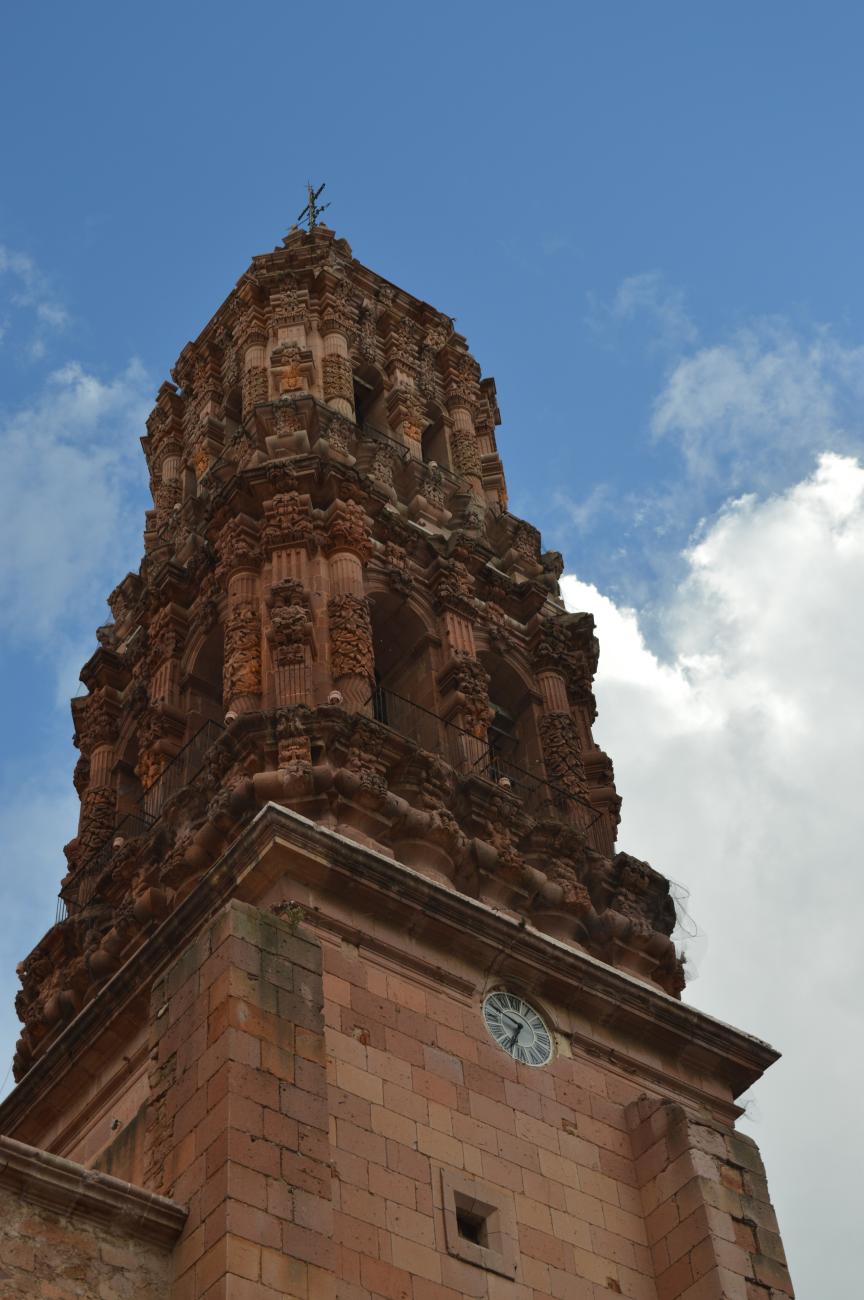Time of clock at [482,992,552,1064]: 6:49
